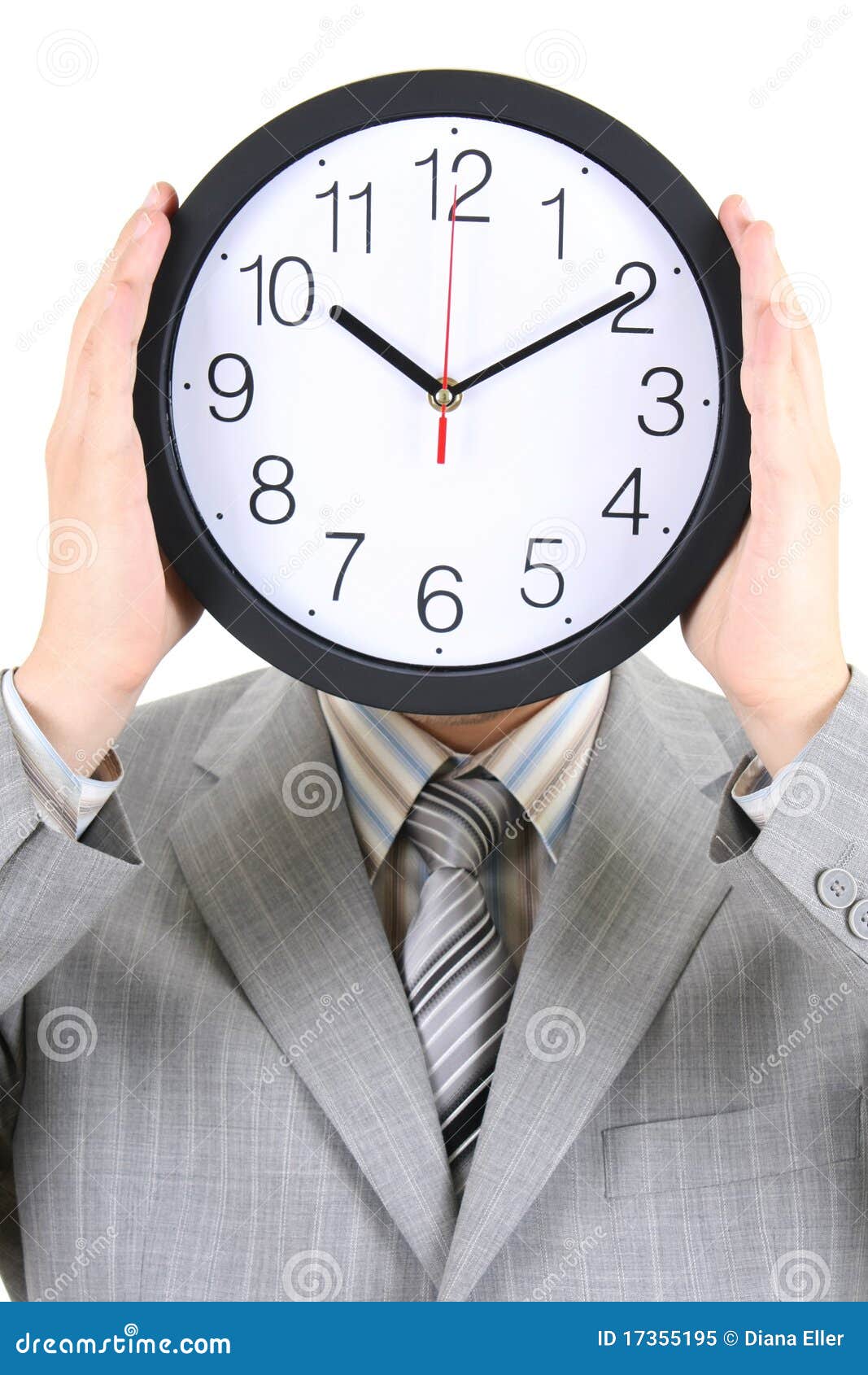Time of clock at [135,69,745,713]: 10:09
